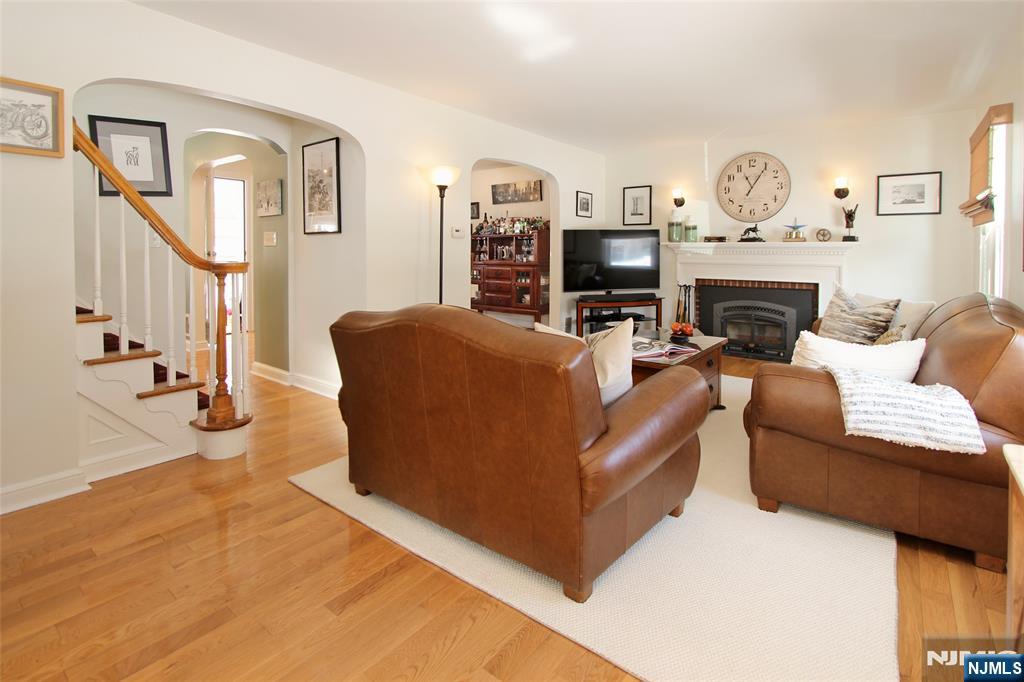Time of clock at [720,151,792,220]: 11:05
